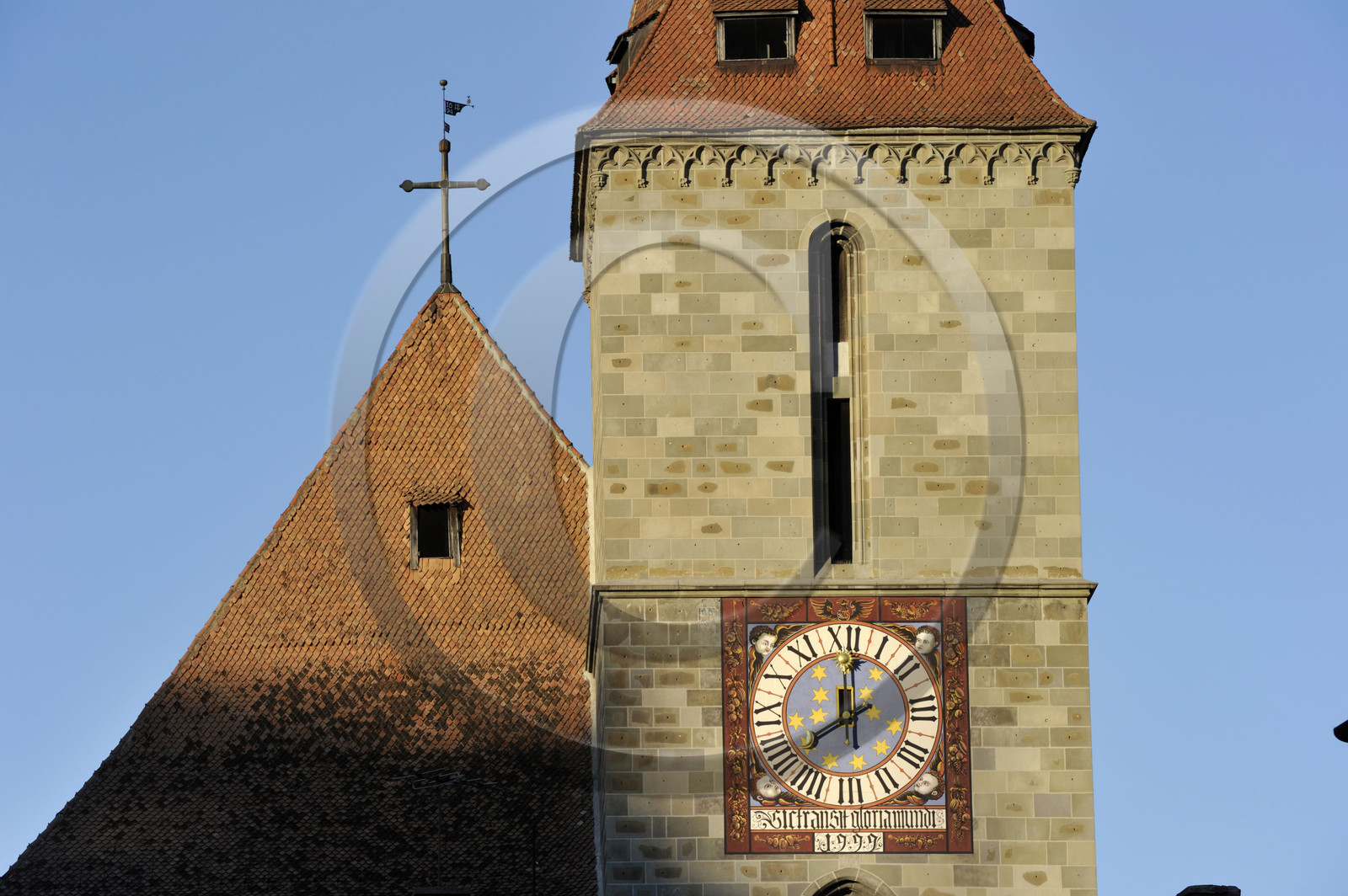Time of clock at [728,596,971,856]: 8:01
